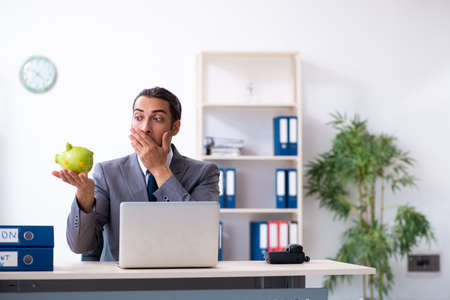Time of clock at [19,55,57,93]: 7:22
